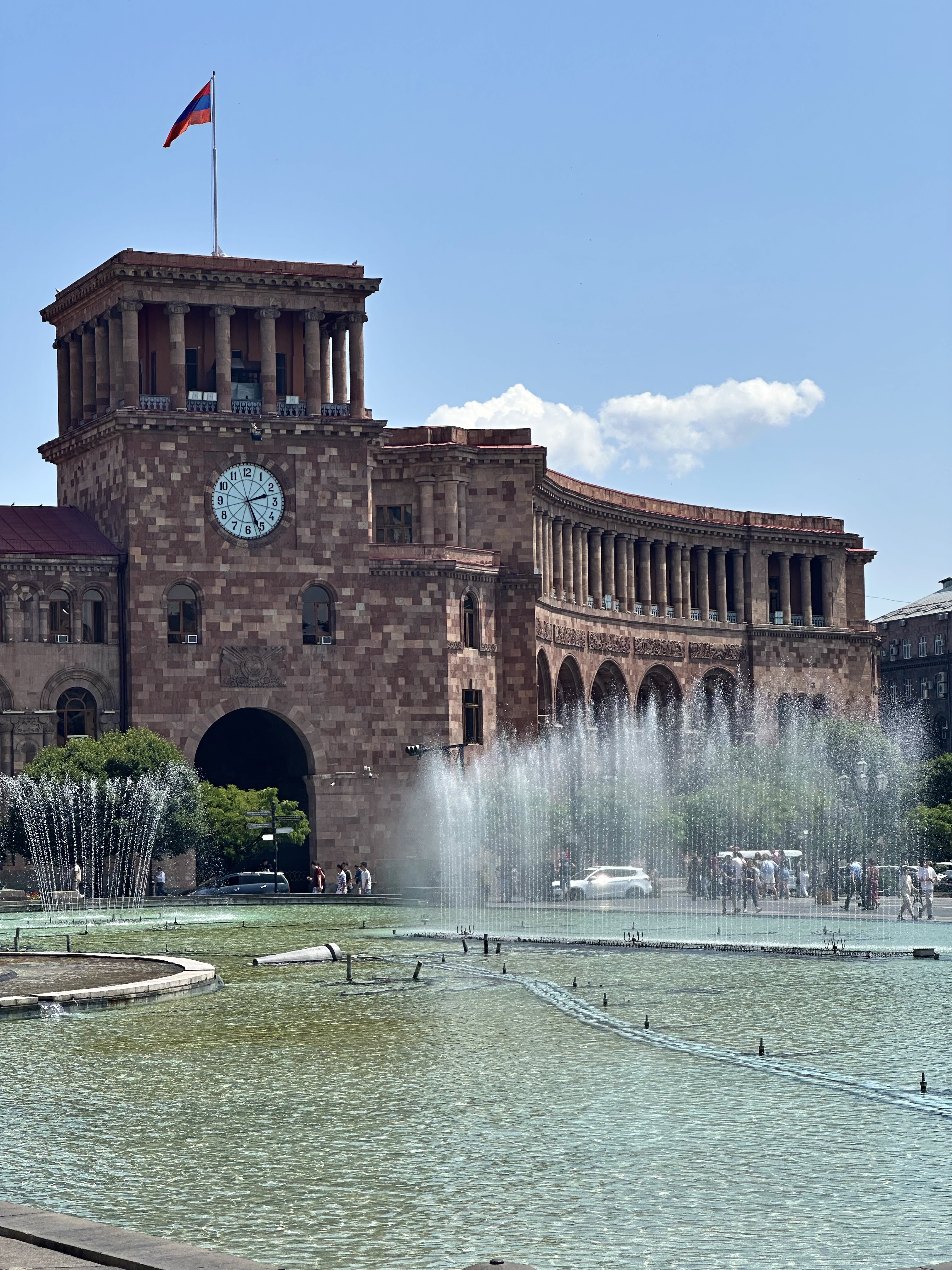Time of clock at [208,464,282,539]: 2:26
